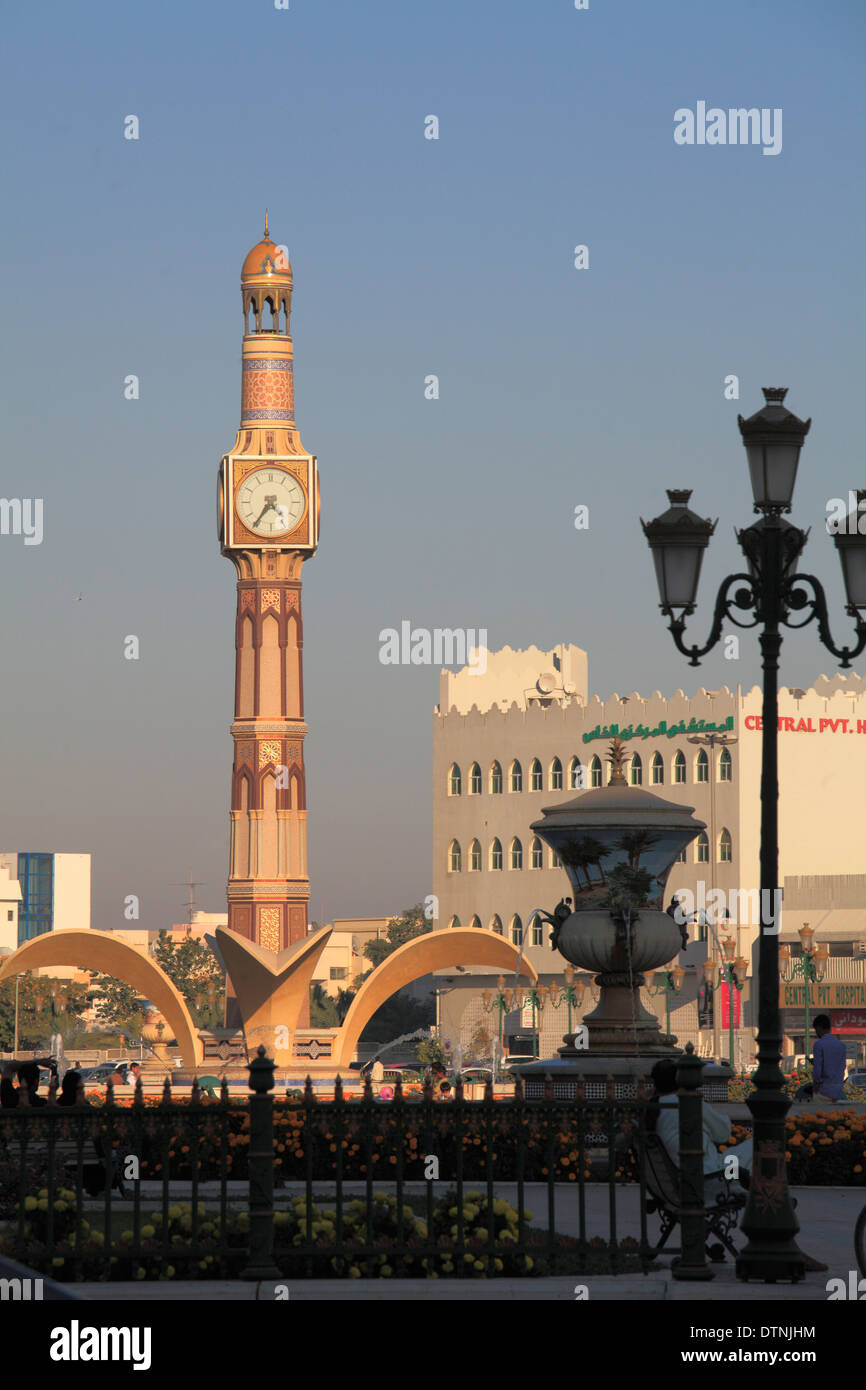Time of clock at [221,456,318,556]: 4:35
